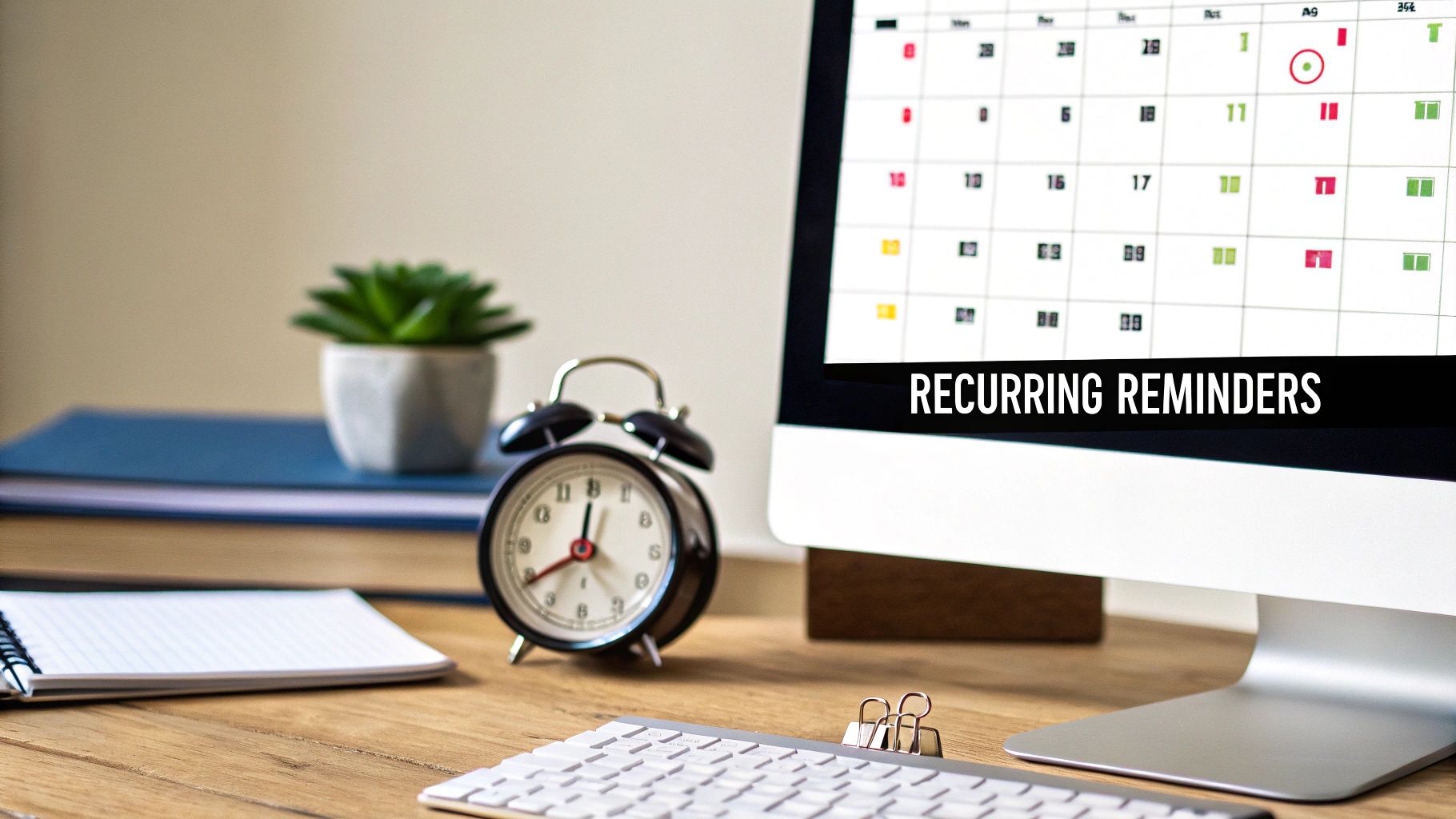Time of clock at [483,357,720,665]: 8:00
